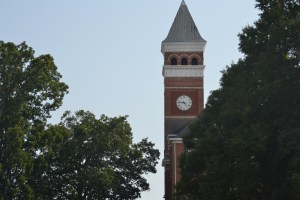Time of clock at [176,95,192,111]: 4:46
